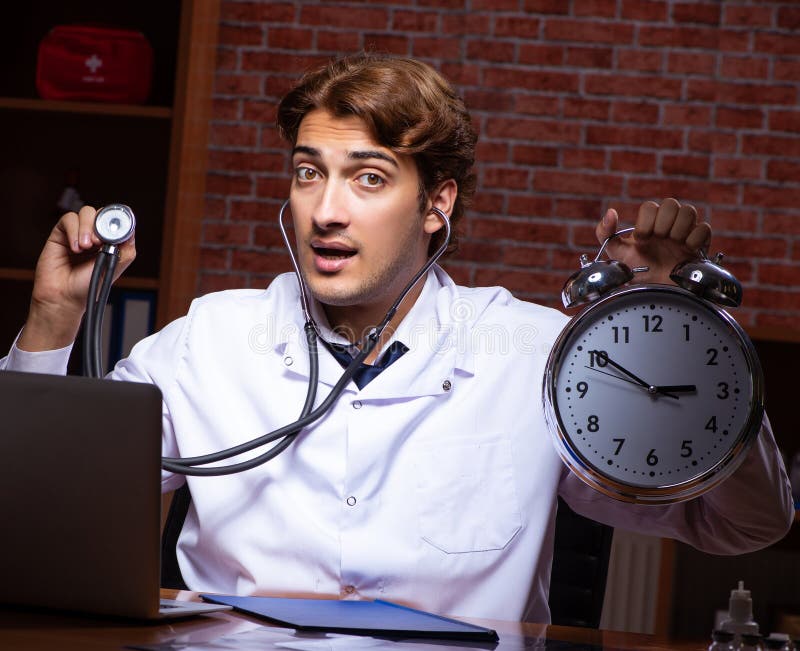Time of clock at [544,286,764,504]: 2:50
